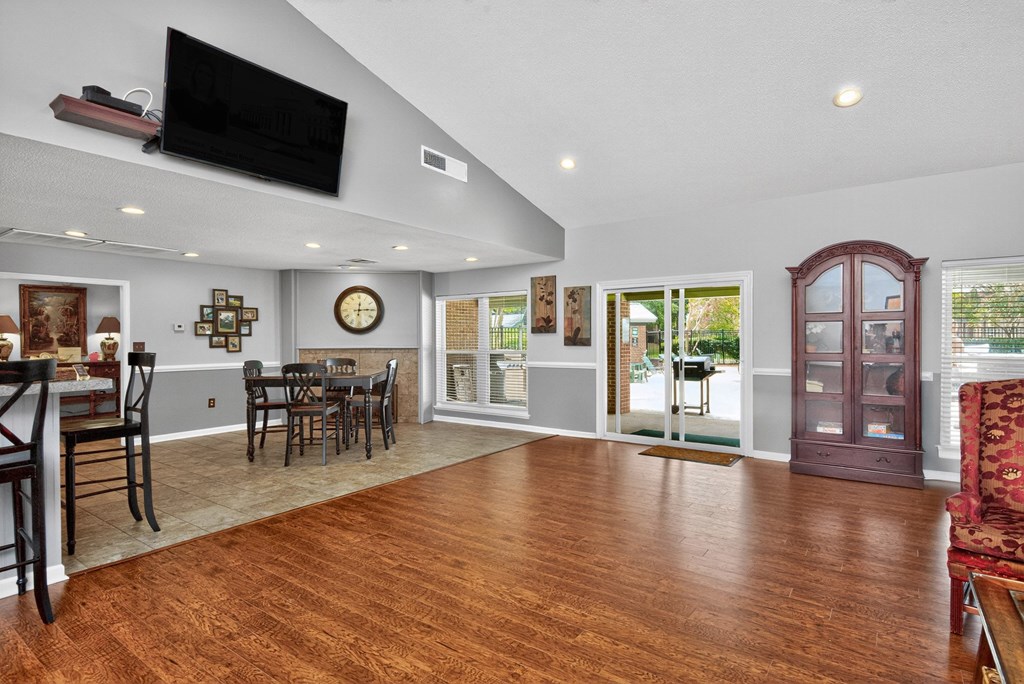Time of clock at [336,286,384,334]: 12:14
